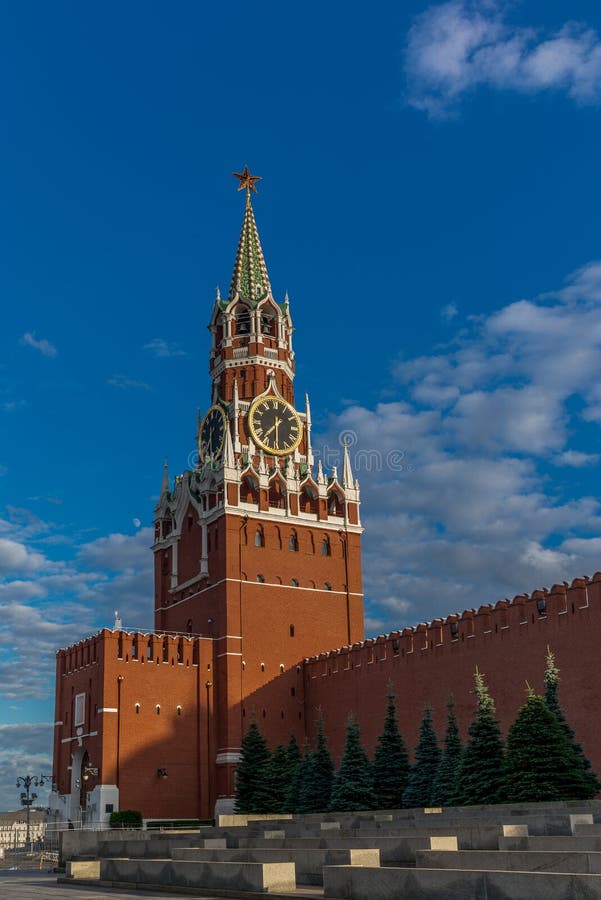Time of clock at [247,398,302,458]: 7:30
